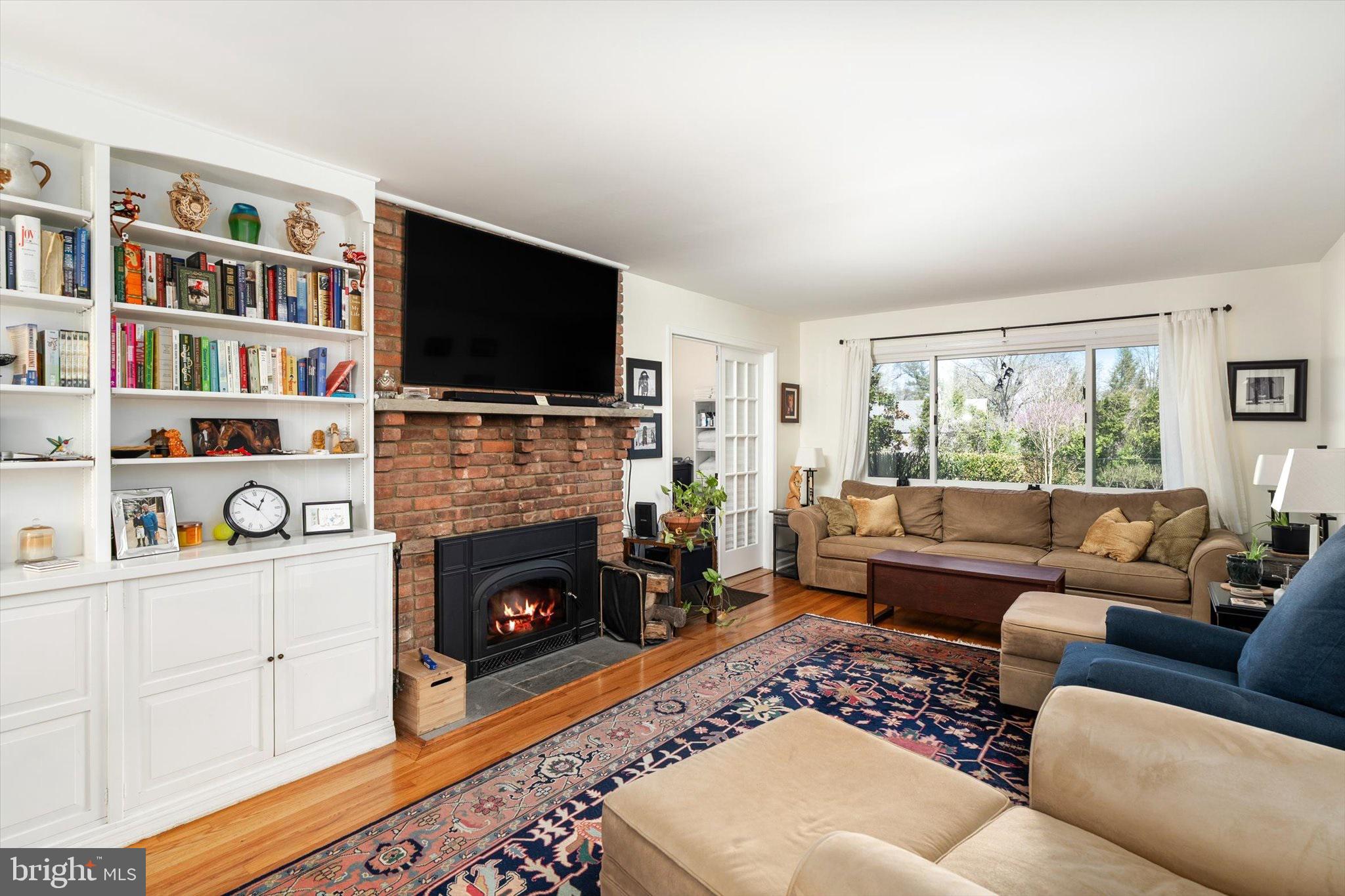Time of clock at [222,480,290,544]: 12:53
